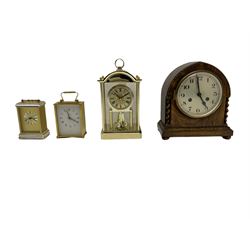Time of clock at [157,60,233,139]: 4:58
